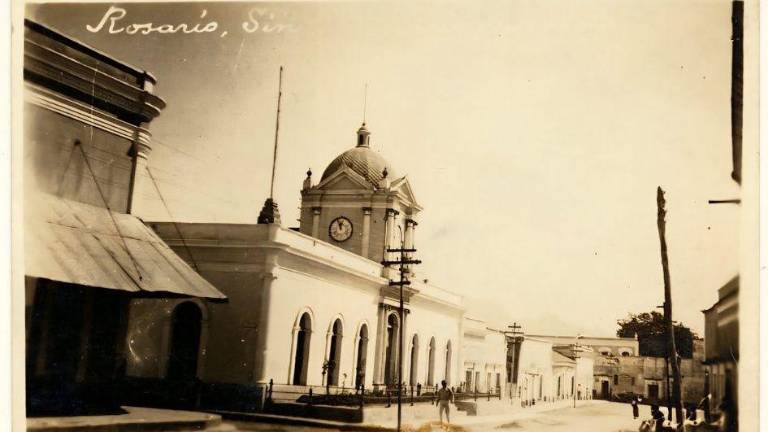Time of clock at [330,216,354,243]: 11:55
